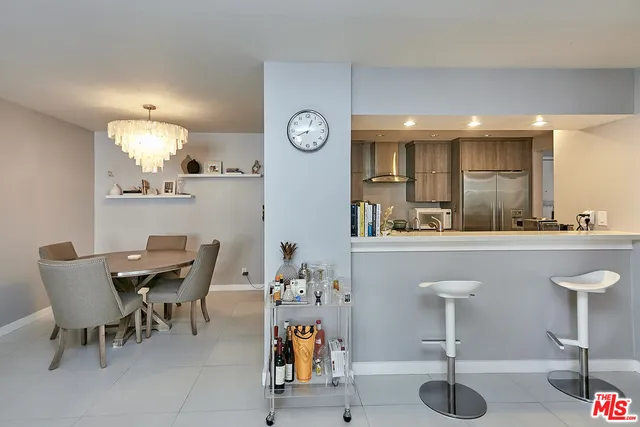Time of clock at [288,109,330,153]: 12:41
